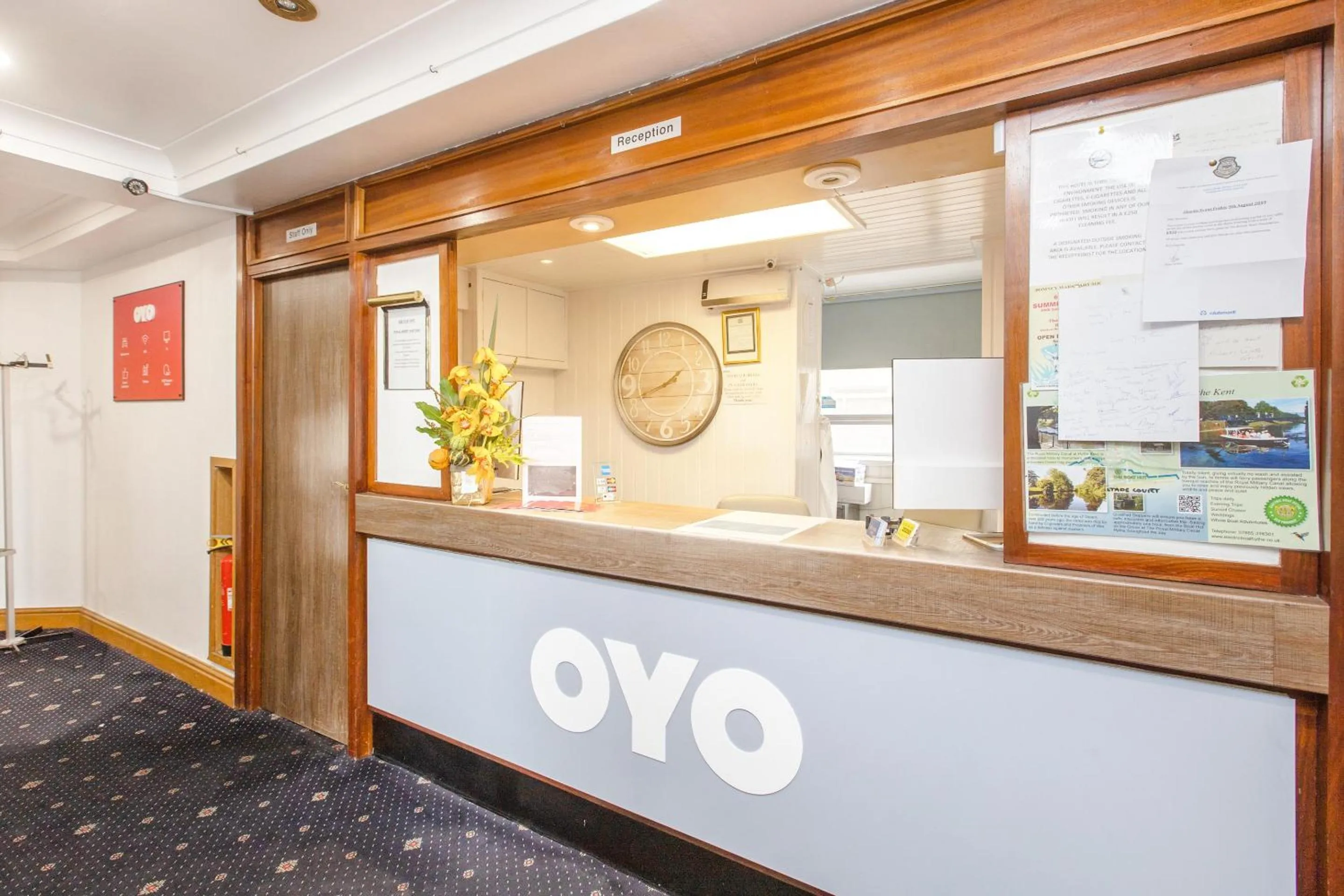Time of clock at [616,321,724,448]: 1:42
